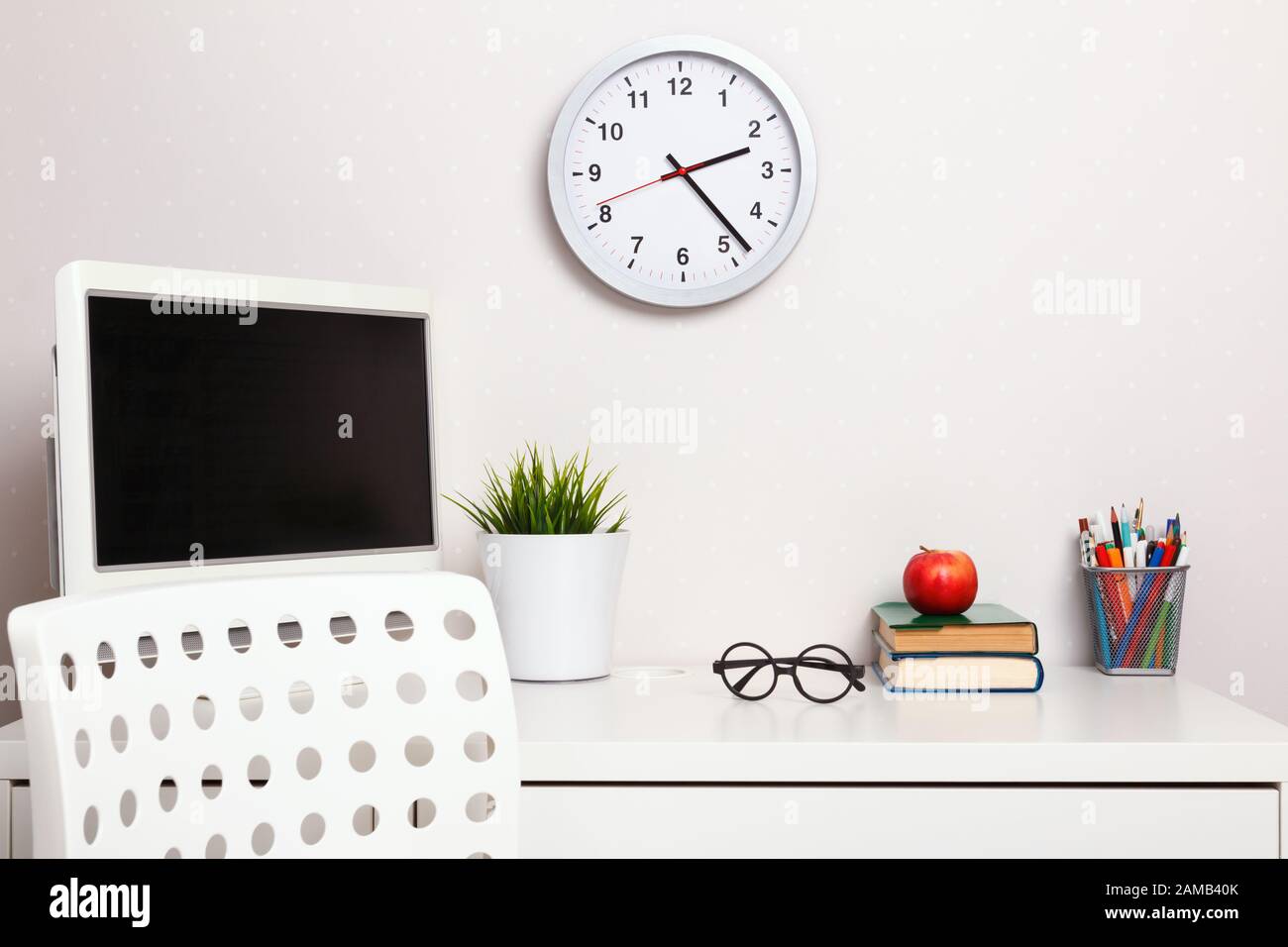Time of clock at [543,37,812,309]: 2:23
